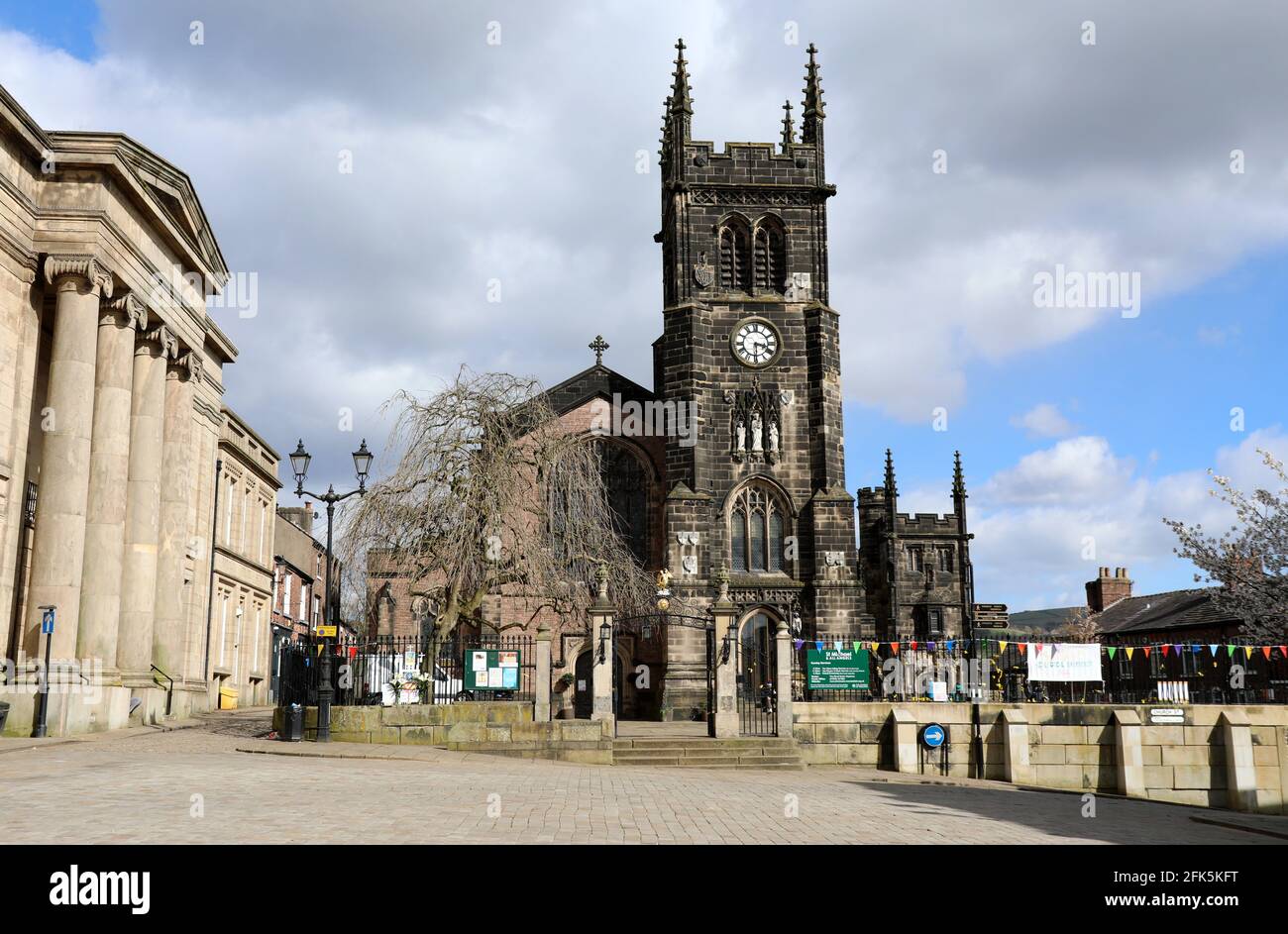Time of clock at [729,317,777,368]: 3:29
